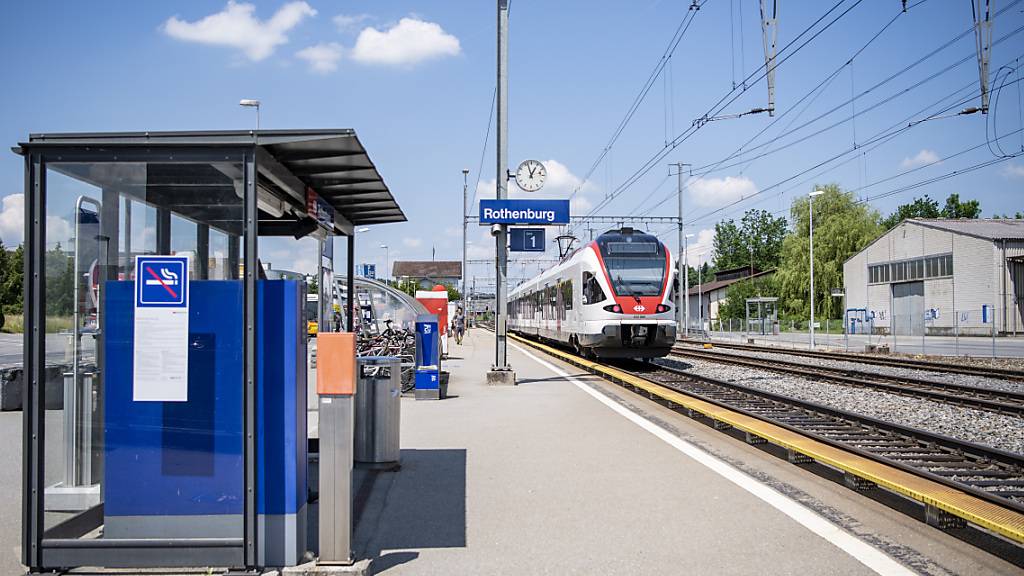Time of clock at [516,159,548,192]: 12:57
